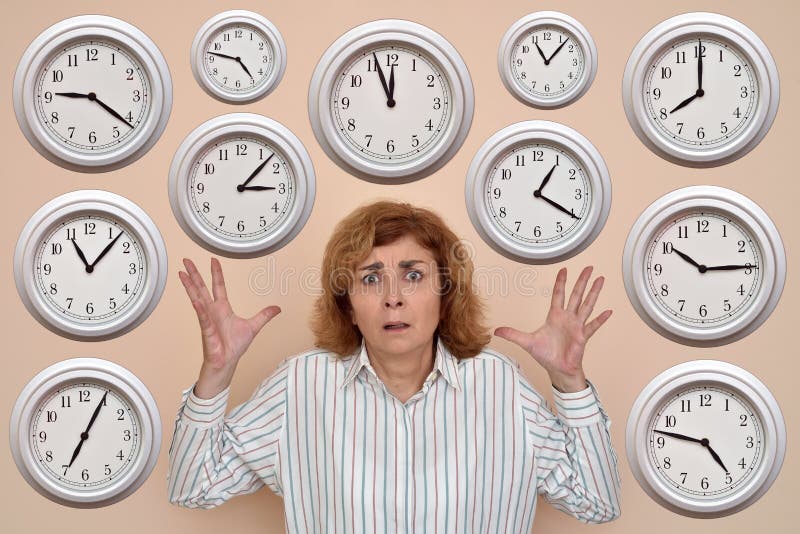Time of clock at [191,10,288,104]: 4:47
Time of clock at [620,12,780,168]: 8:00
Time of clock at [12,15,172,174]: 9:21
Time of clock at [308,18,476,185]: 11:56
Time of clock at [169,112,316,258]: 3:07
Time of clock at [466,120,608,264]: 1:20
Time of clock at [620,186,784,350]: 10:14
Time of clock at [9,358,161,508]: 7:04
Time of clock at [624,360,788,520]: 4:47
